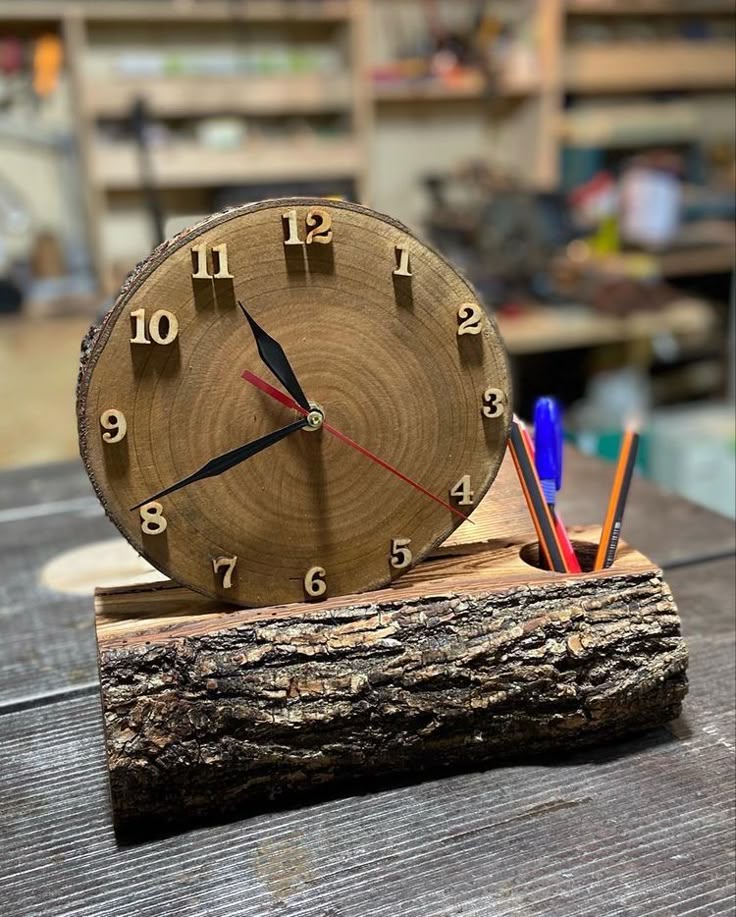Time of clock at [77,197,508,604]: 10:41
